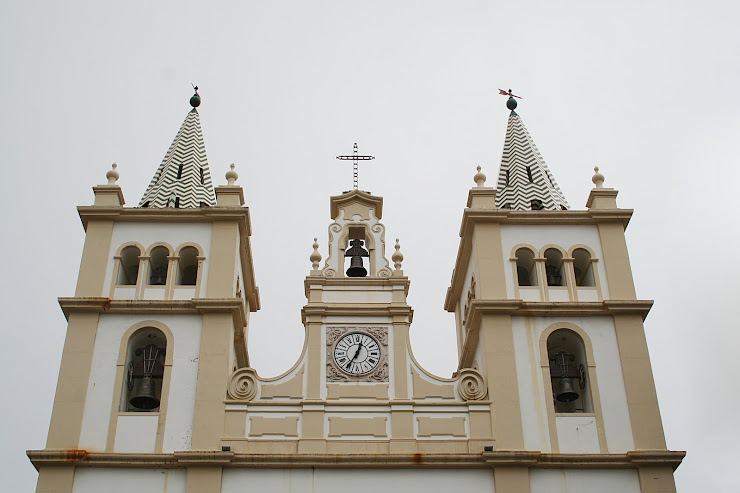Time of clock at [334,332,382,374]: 12:35
